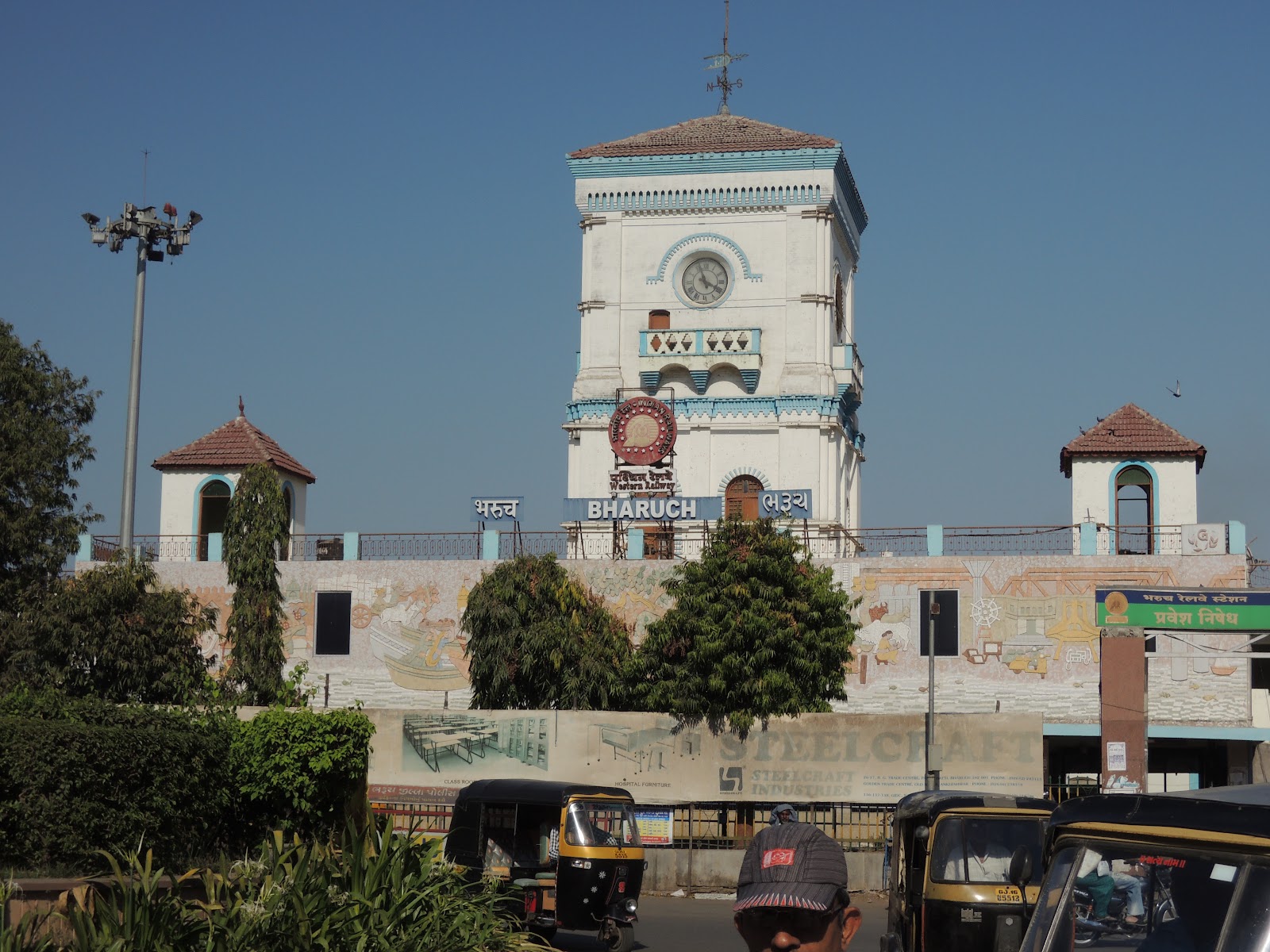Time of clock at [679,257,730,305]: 3:56
